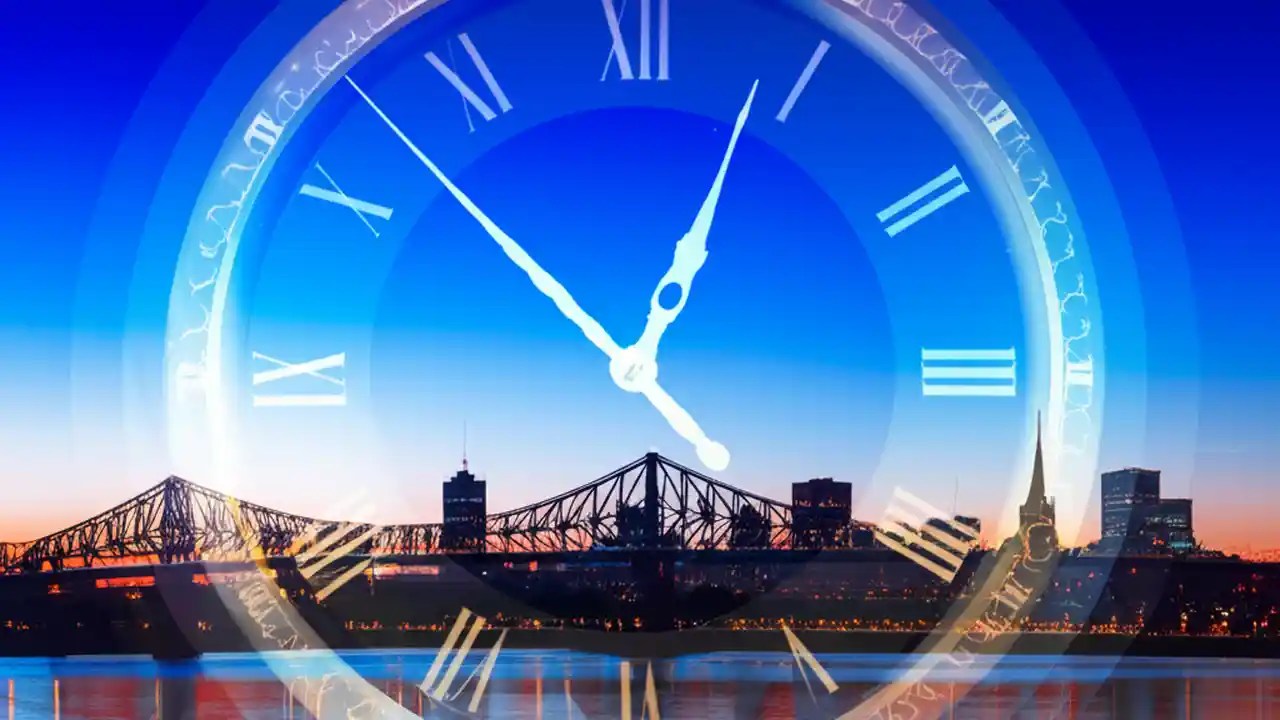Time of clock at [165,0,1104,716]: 12:52
